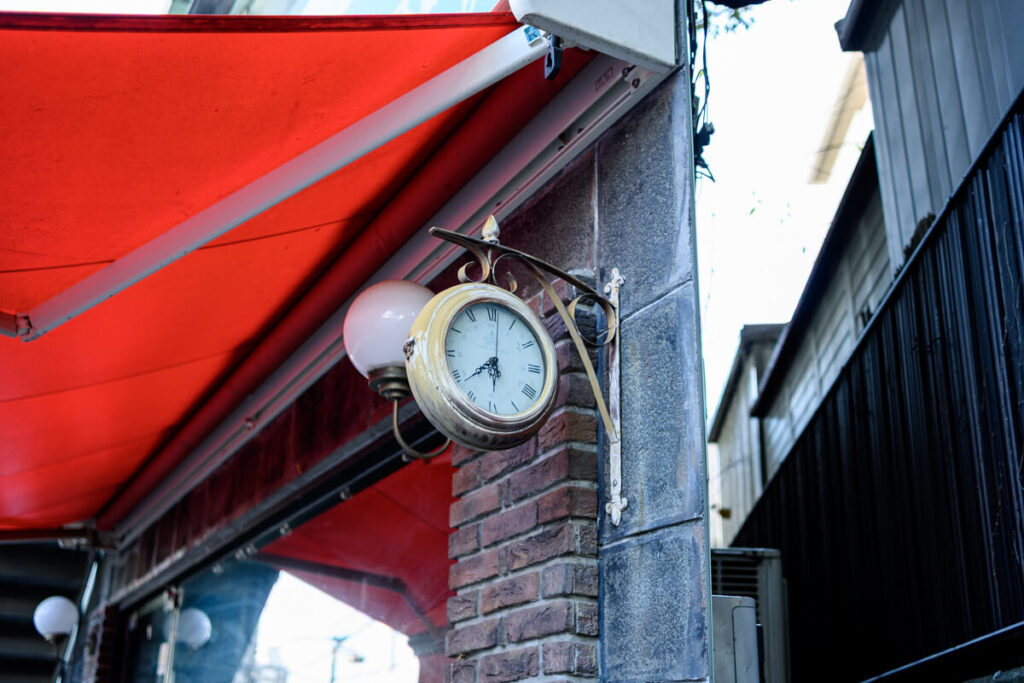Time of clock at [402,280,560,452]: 5:38
